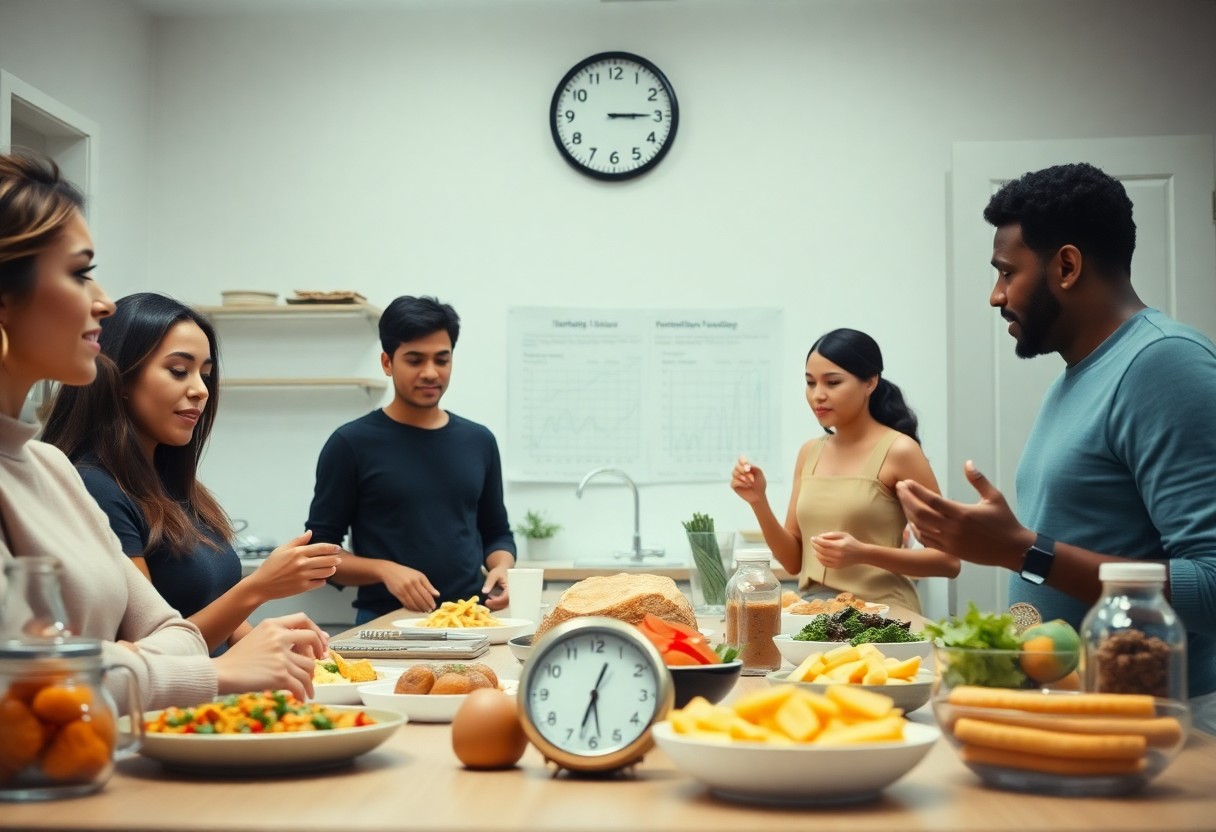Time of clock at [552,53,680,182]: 3:14
